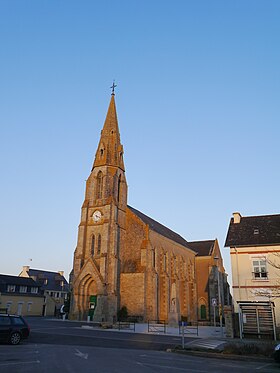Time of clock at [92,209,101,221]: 5:18
